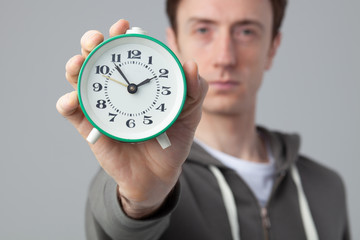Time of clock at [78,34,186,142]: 1:53
